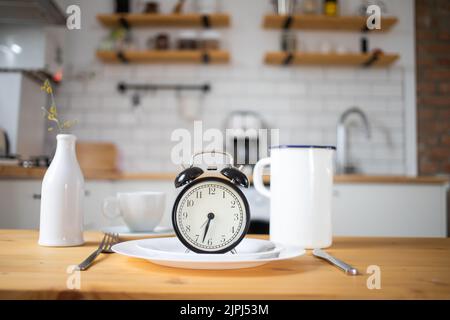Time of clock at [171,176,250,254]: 6:32
